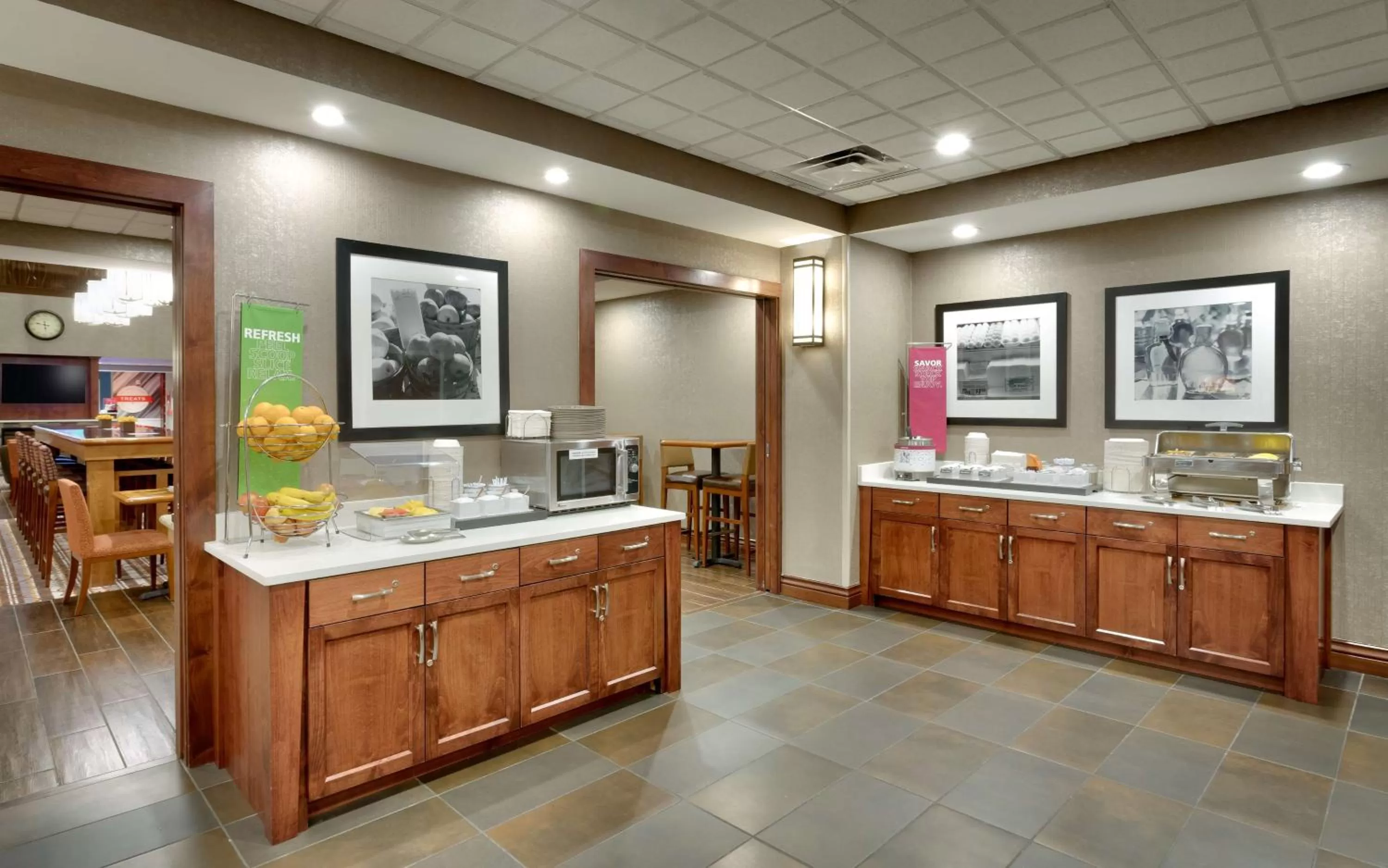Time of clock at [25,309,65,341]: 5:46
